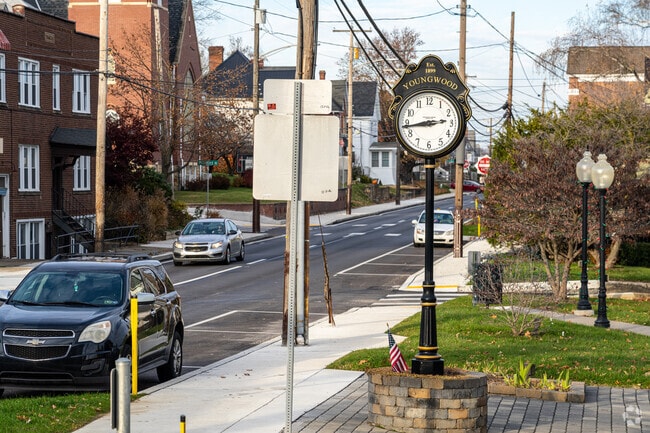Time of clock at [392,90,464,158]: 2:43
